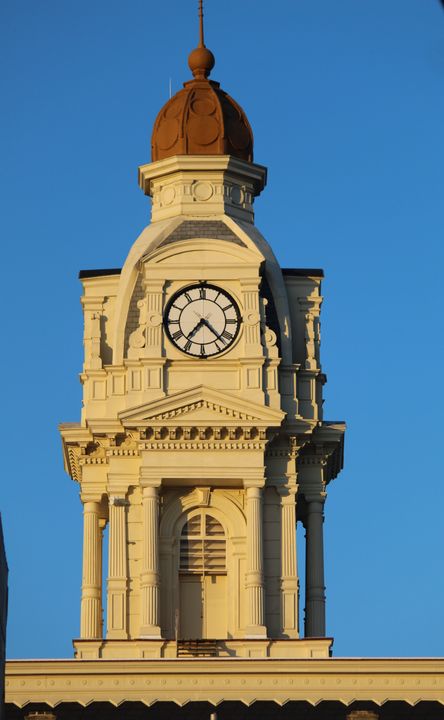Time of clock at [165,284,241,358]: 7:23
